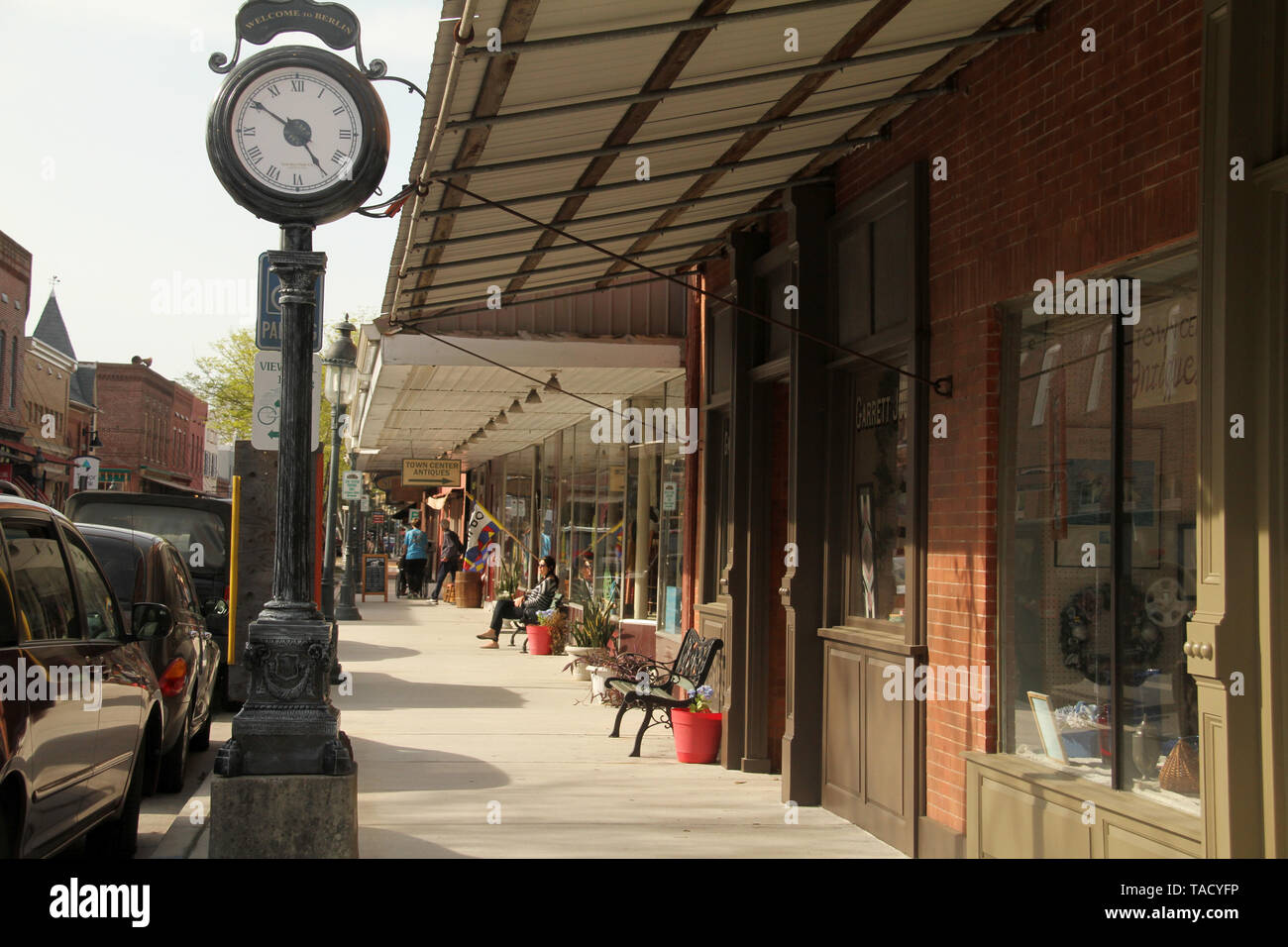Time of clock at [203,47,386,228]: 4:50
